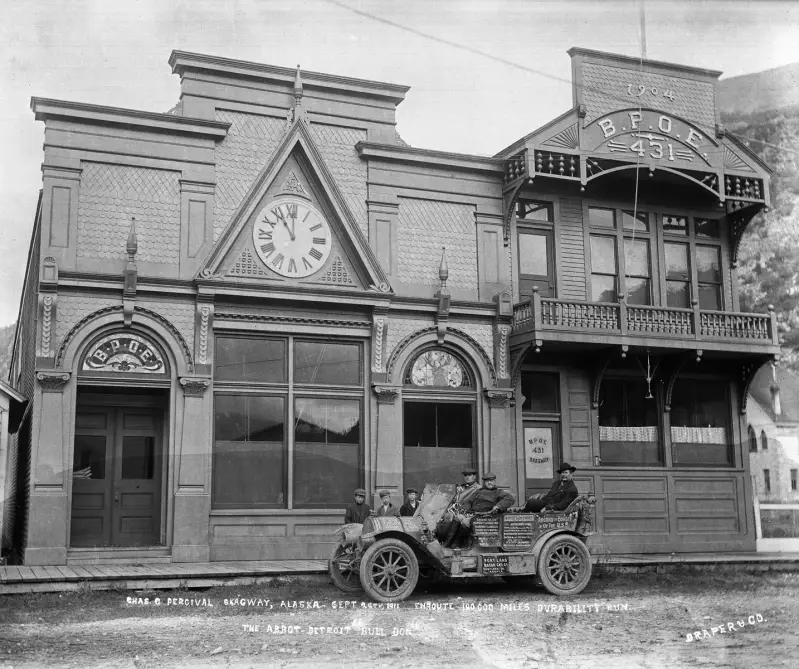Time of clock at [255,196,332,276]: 11:00
